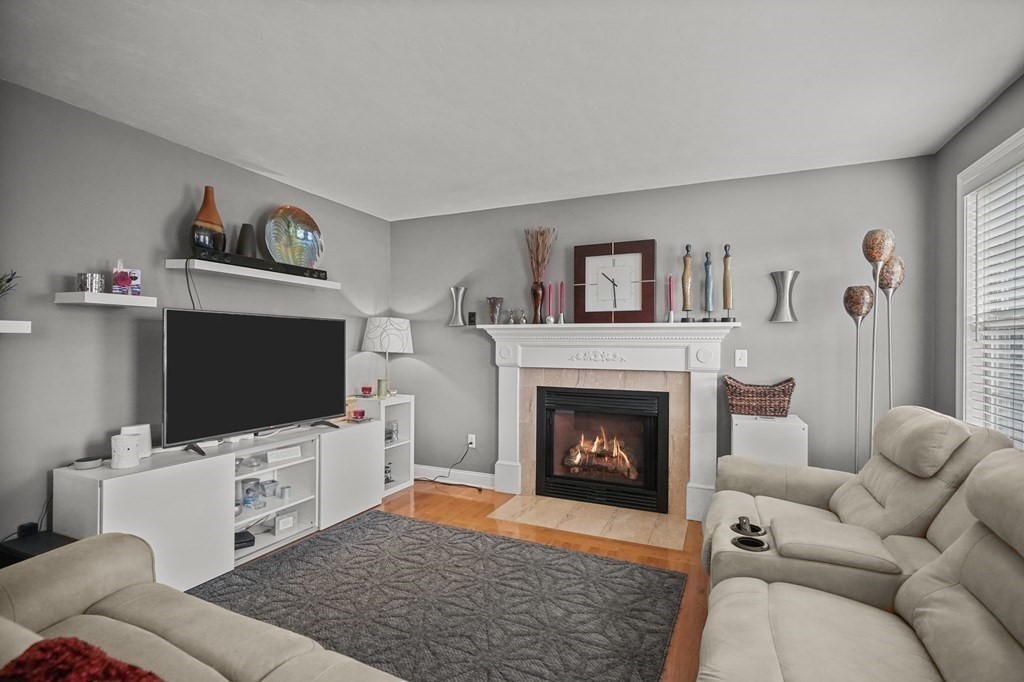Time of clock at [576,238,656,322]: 10:29
